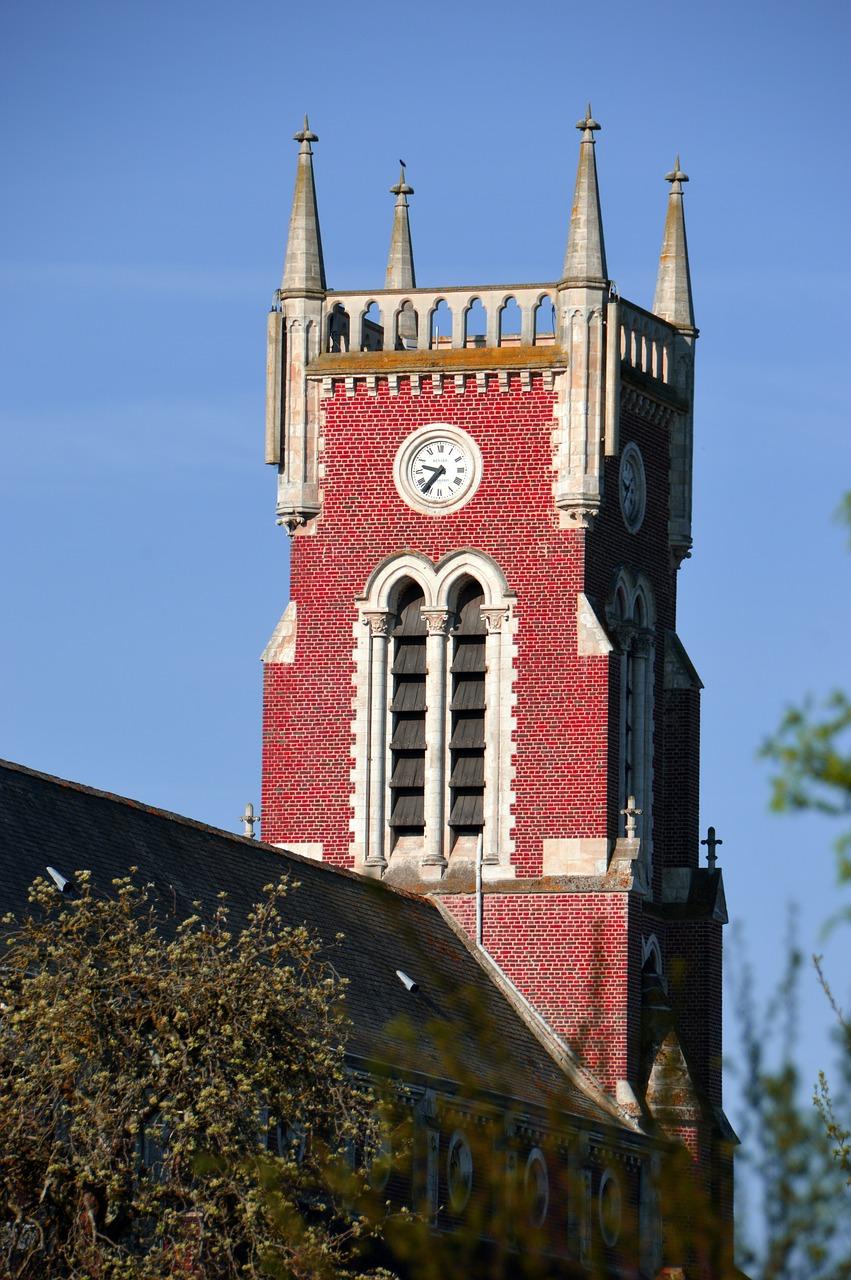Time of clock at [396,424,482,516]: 9:36
